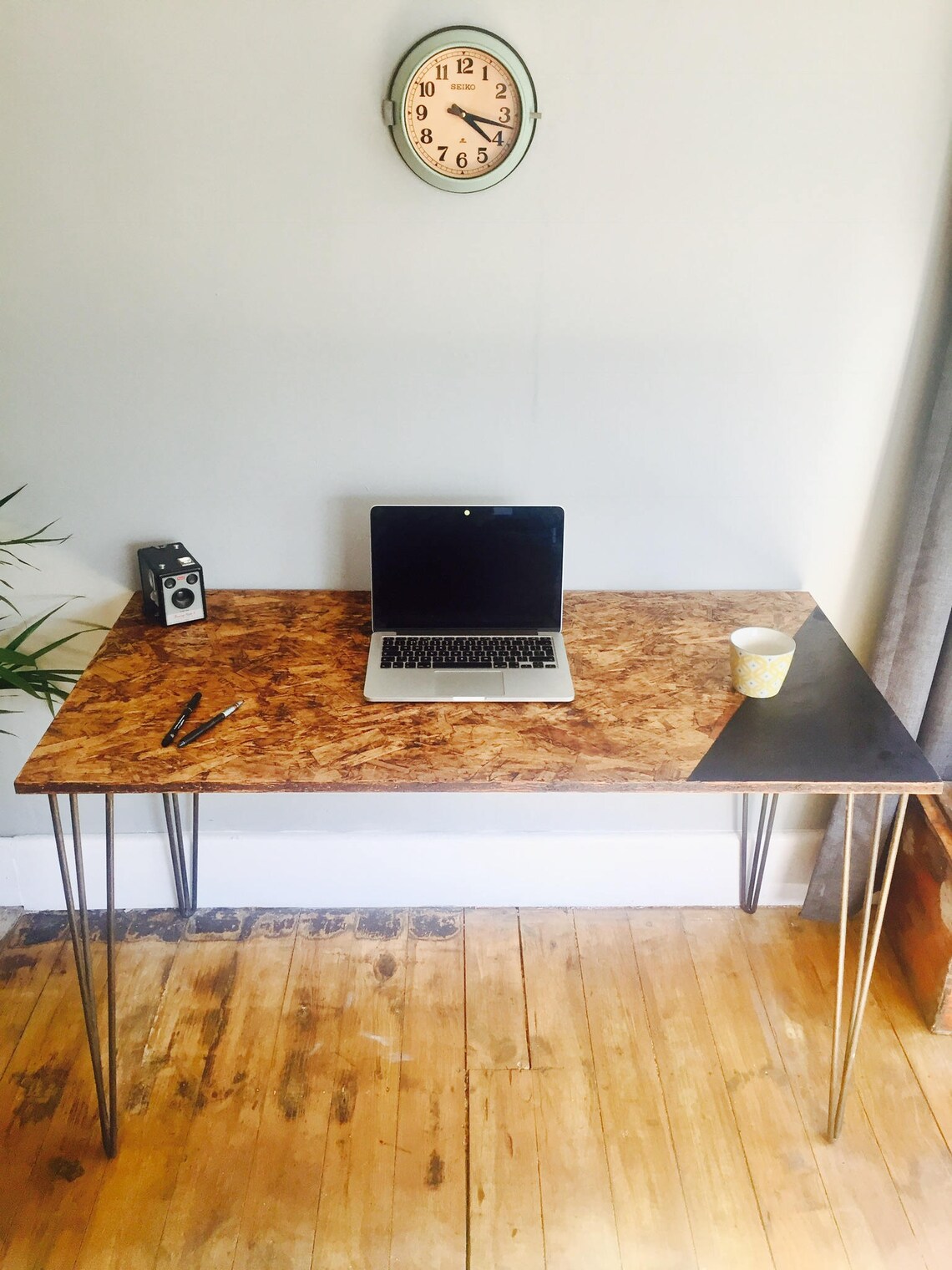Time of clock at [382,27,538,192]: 4:17
